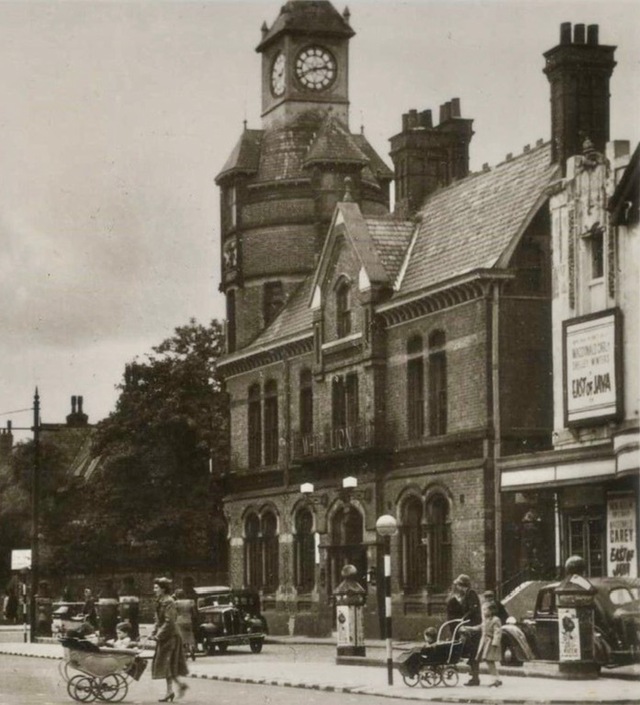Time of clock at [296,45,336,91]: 2:41
